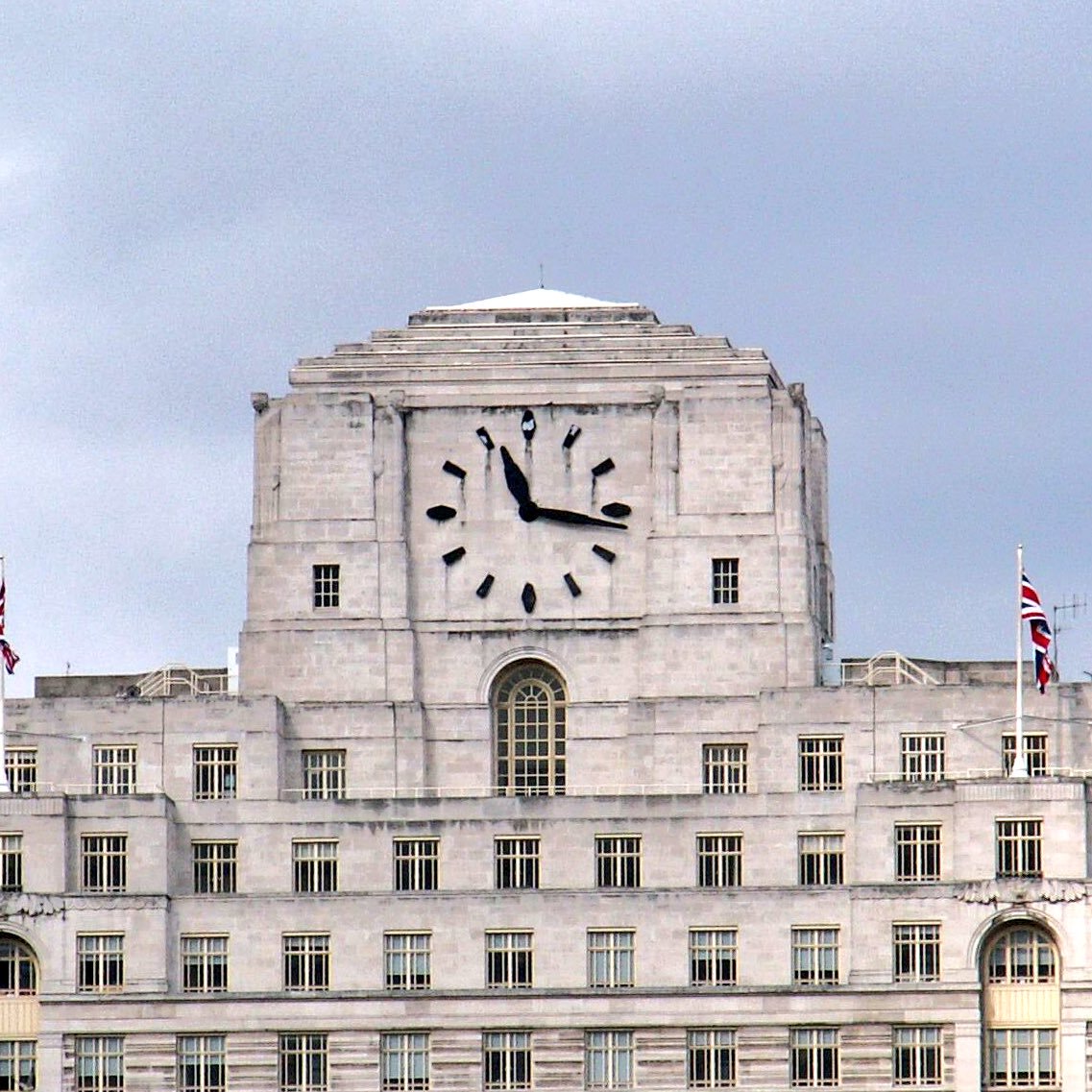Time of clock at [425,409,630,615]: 11:16
